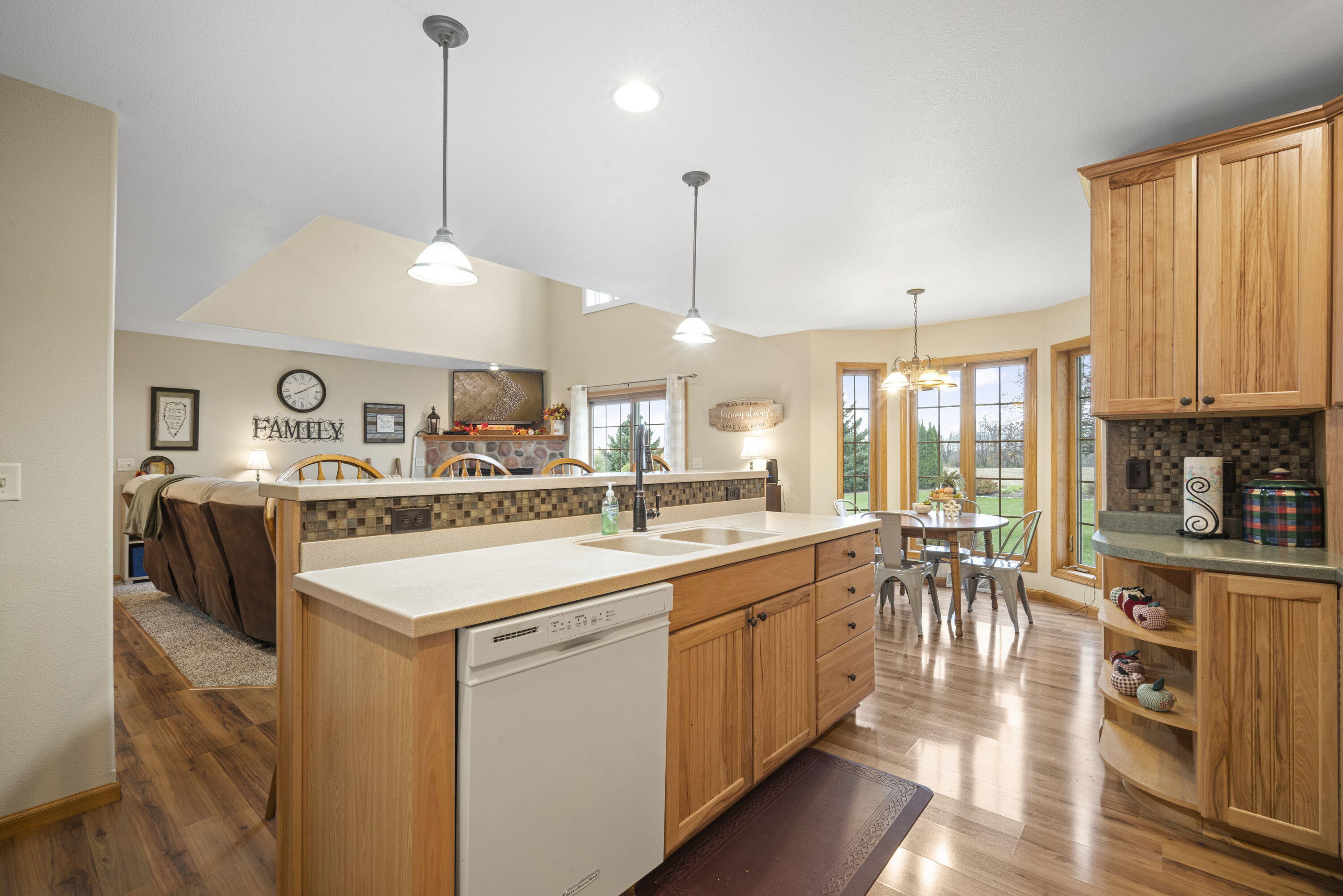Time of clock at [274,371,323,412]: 8:09
